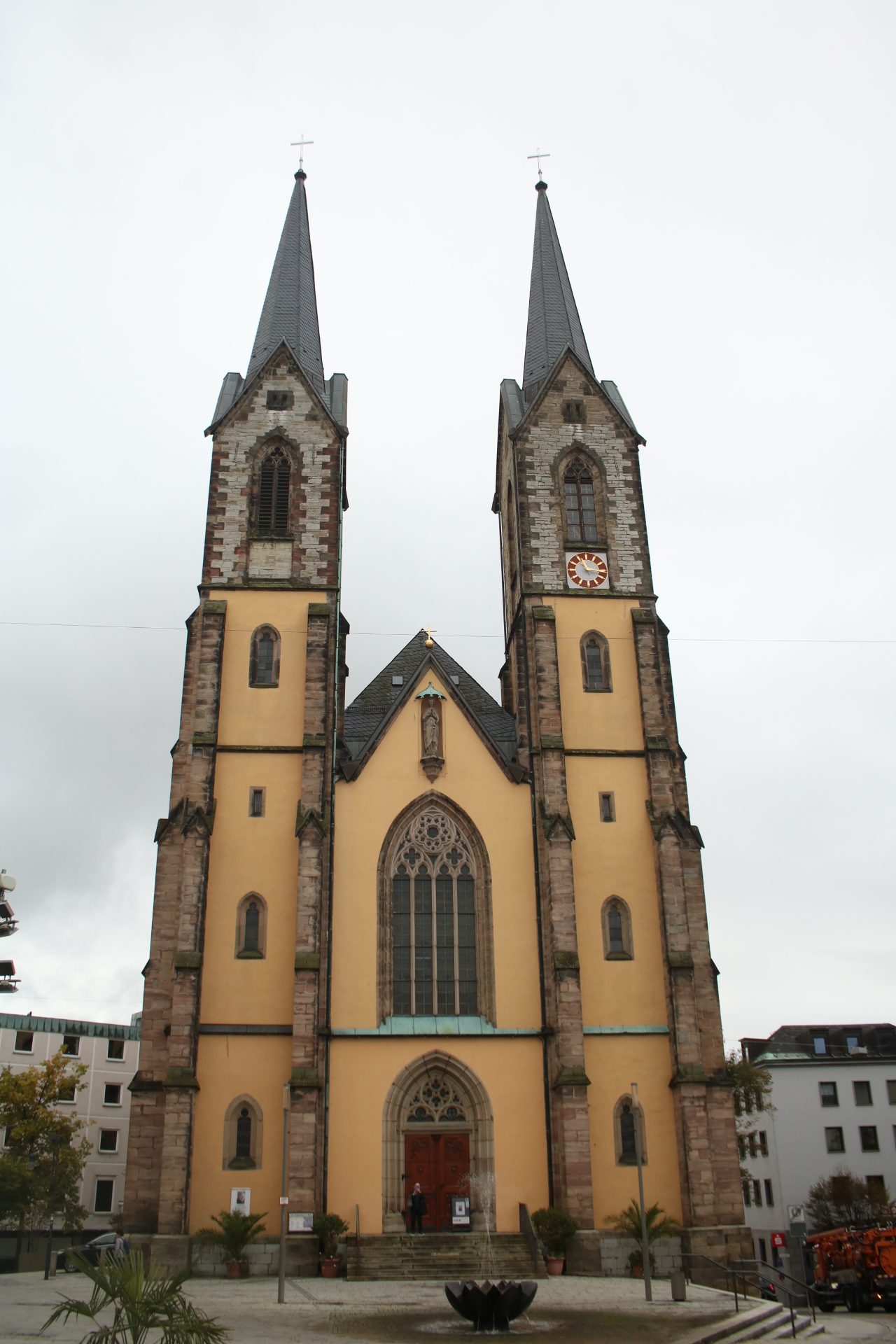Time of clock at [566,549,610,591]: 11:16
